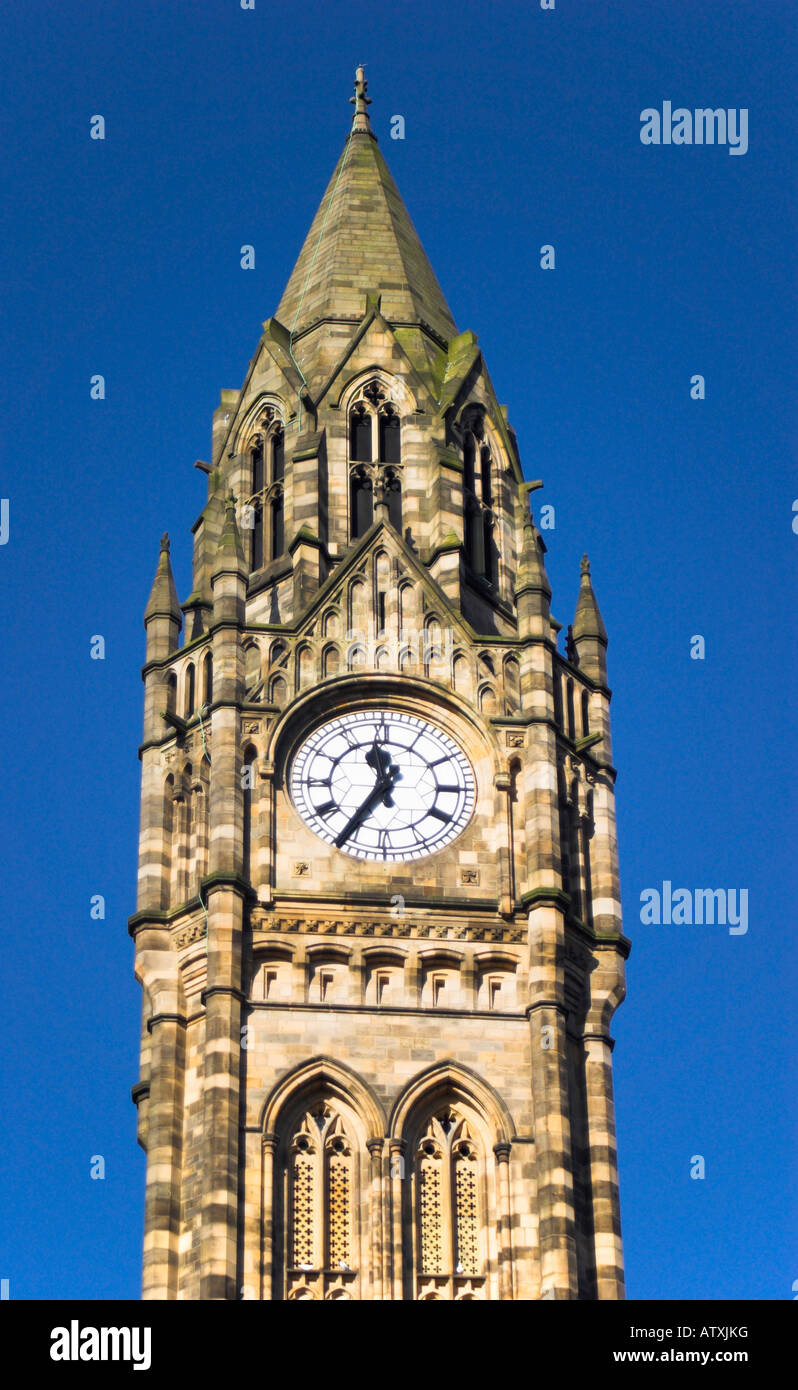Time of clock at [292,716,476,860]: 11:35
